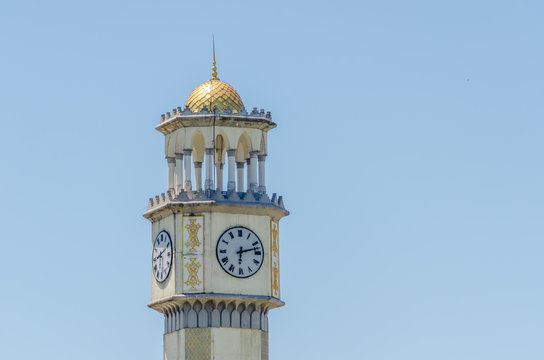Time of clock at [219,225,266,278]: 6:12
